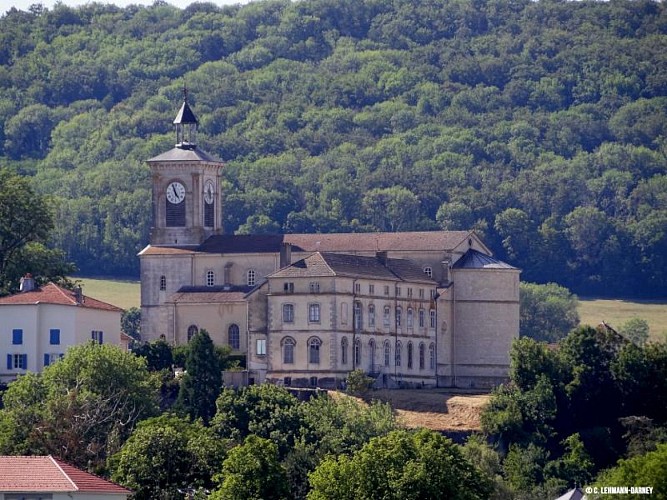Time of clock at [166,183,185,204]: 4:56
